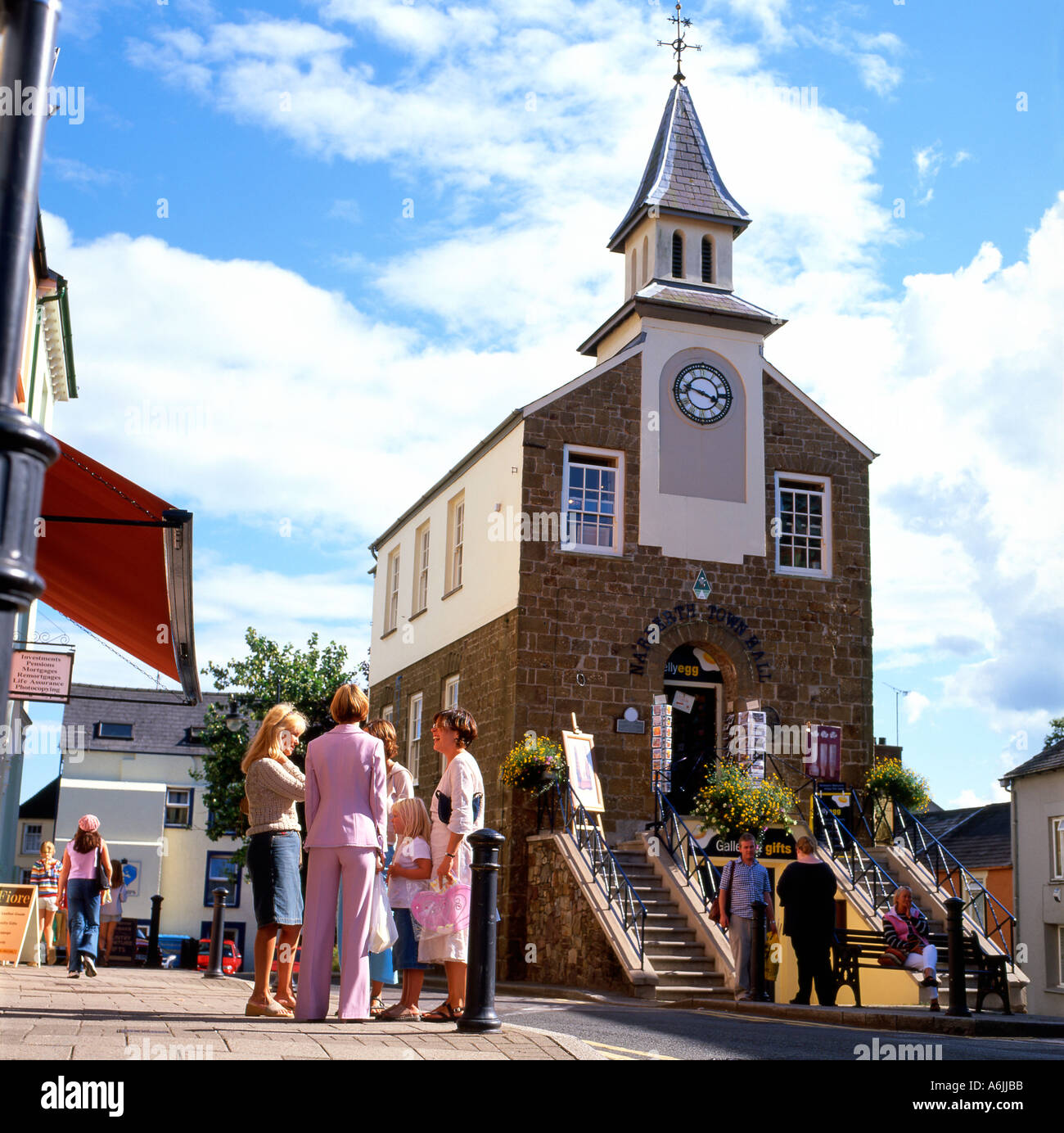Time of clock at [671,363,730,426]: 3:47
